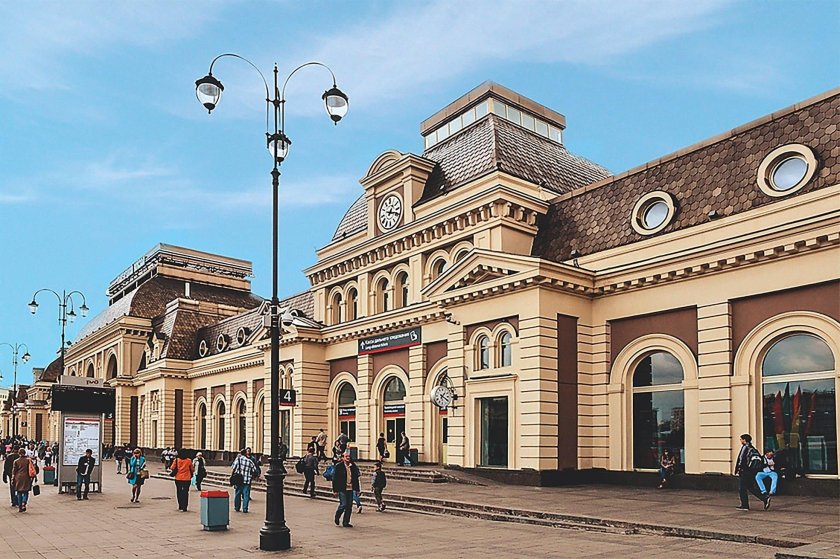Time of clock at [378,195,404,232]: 1:18
